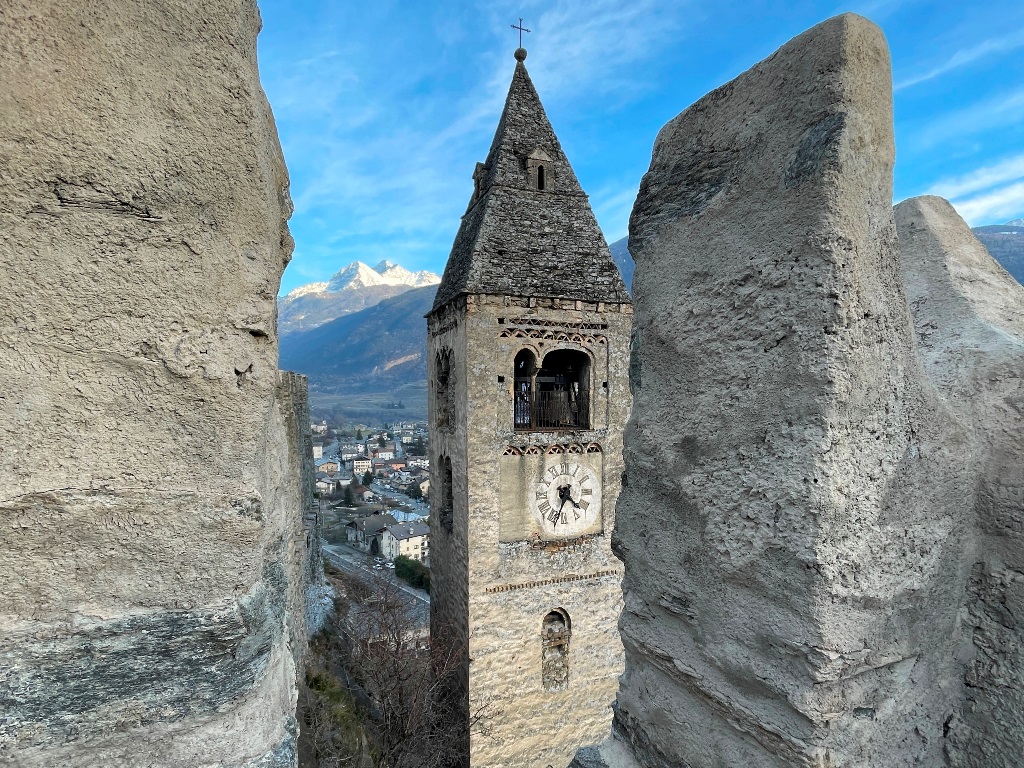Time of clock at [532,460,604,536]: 4:33
